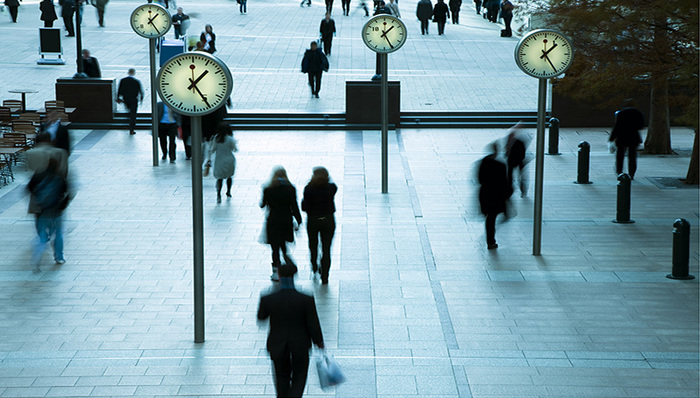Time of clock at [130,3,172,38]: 1:24
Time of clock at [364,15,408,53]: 1:25
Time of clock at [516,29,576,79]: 1:24
